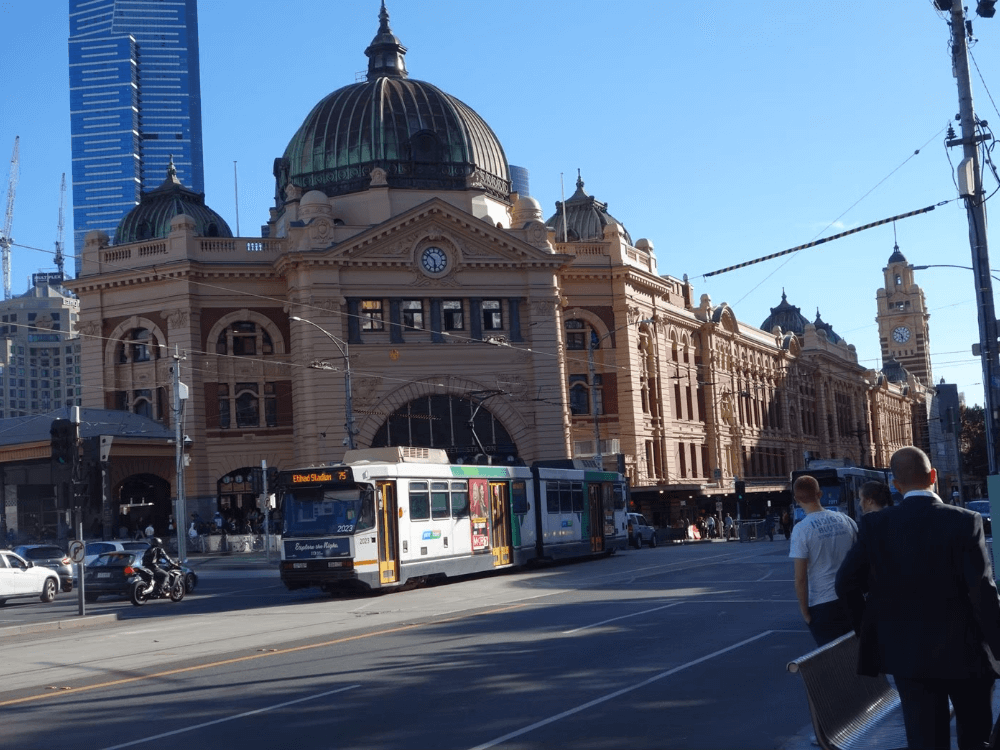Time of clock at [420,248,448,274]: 5:51
